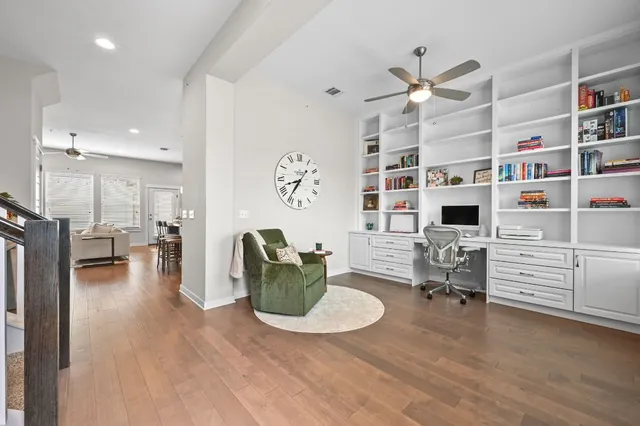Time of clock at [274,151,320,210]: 8:36
